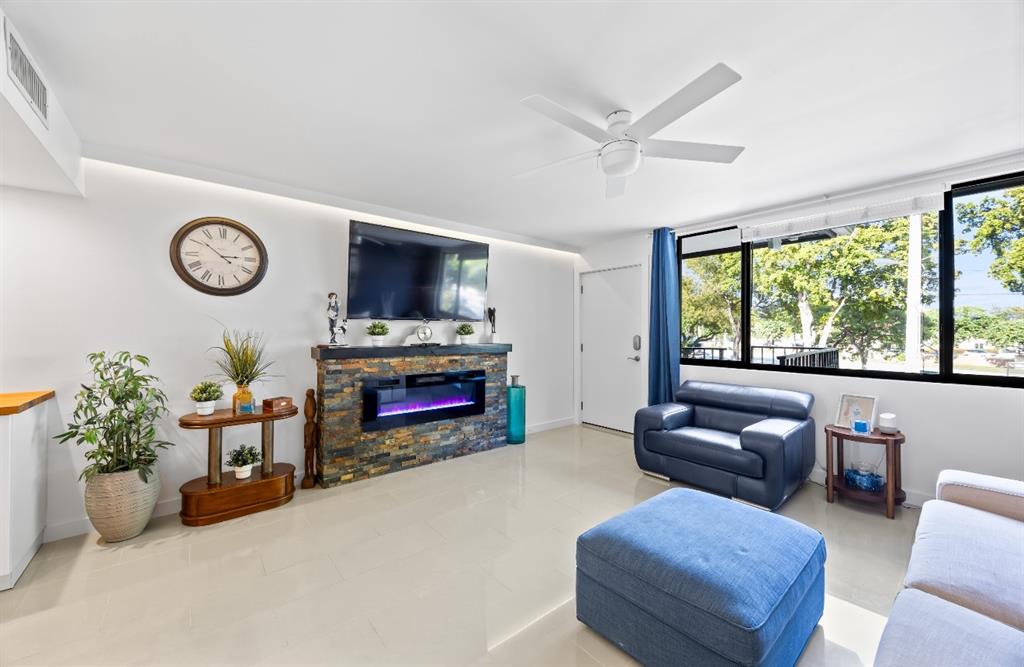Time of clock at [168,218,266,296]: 2:51
